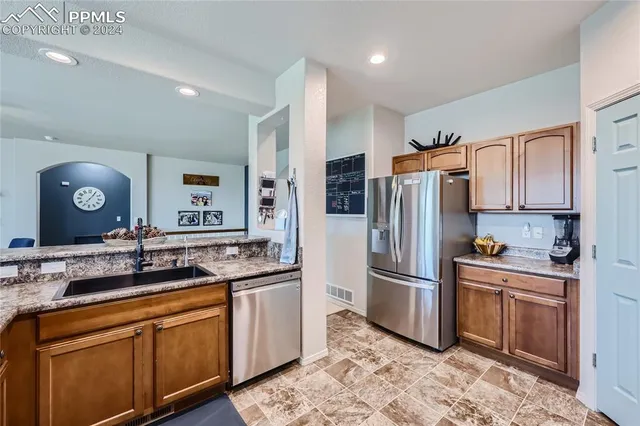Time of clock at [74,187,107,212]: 7:05
